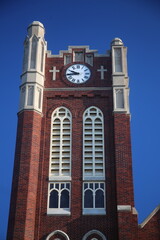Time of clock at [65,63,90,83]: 9:43
